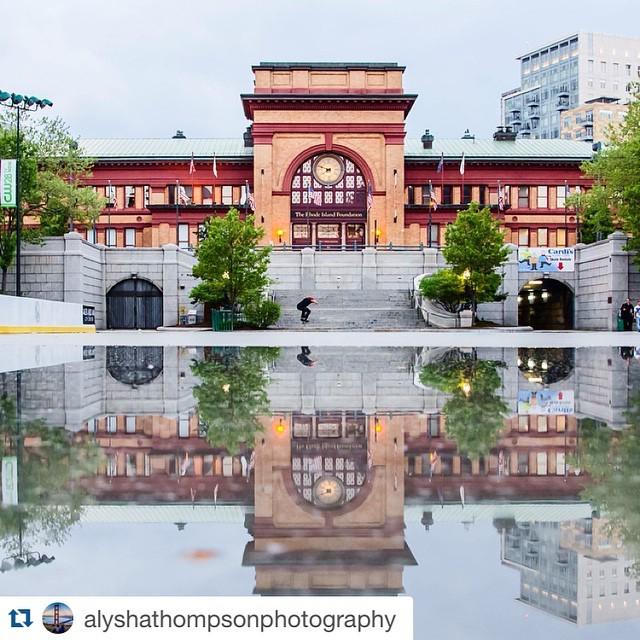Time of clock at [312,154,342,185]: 7:48
